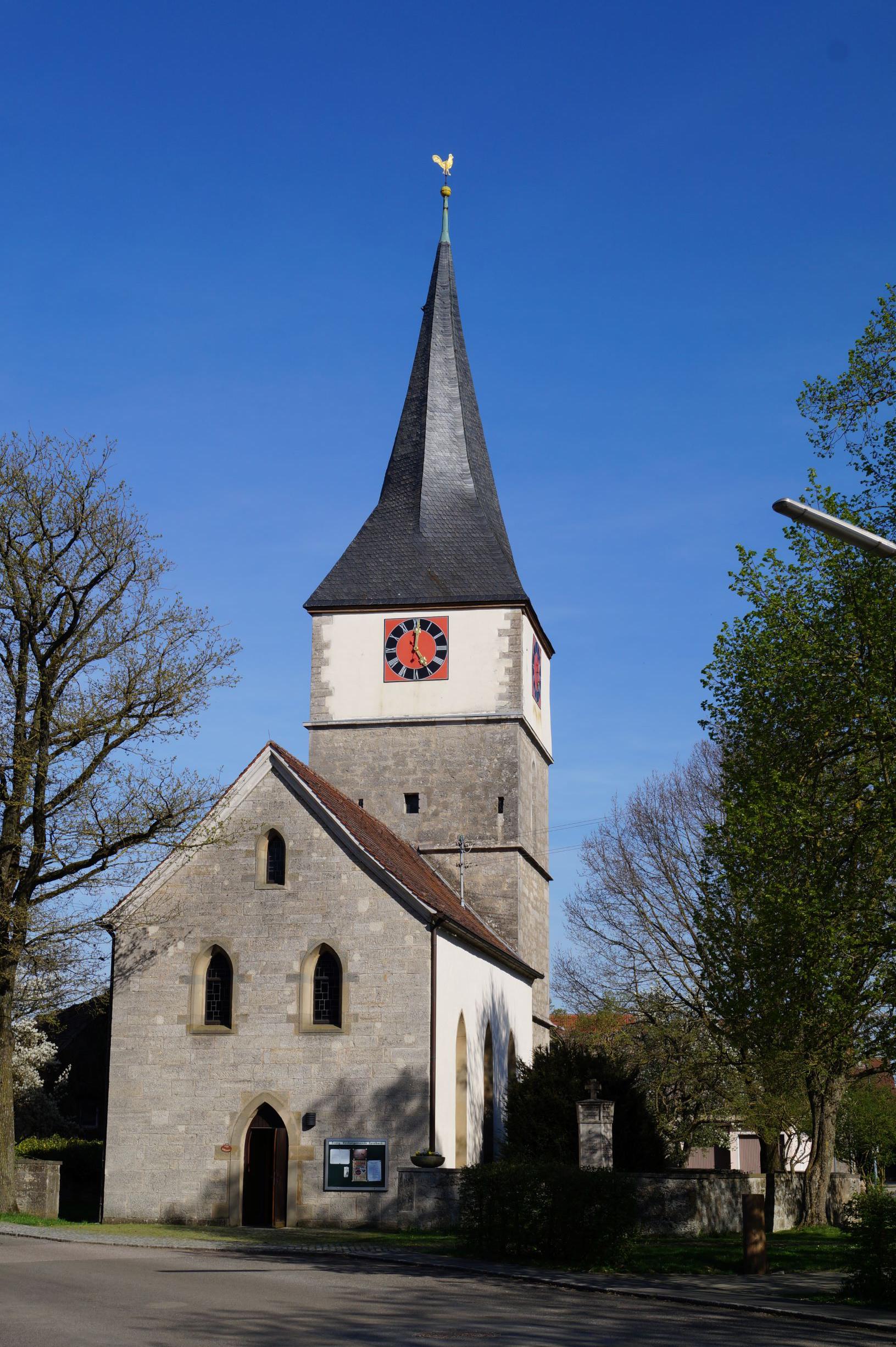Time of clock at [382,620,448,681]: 5:00
